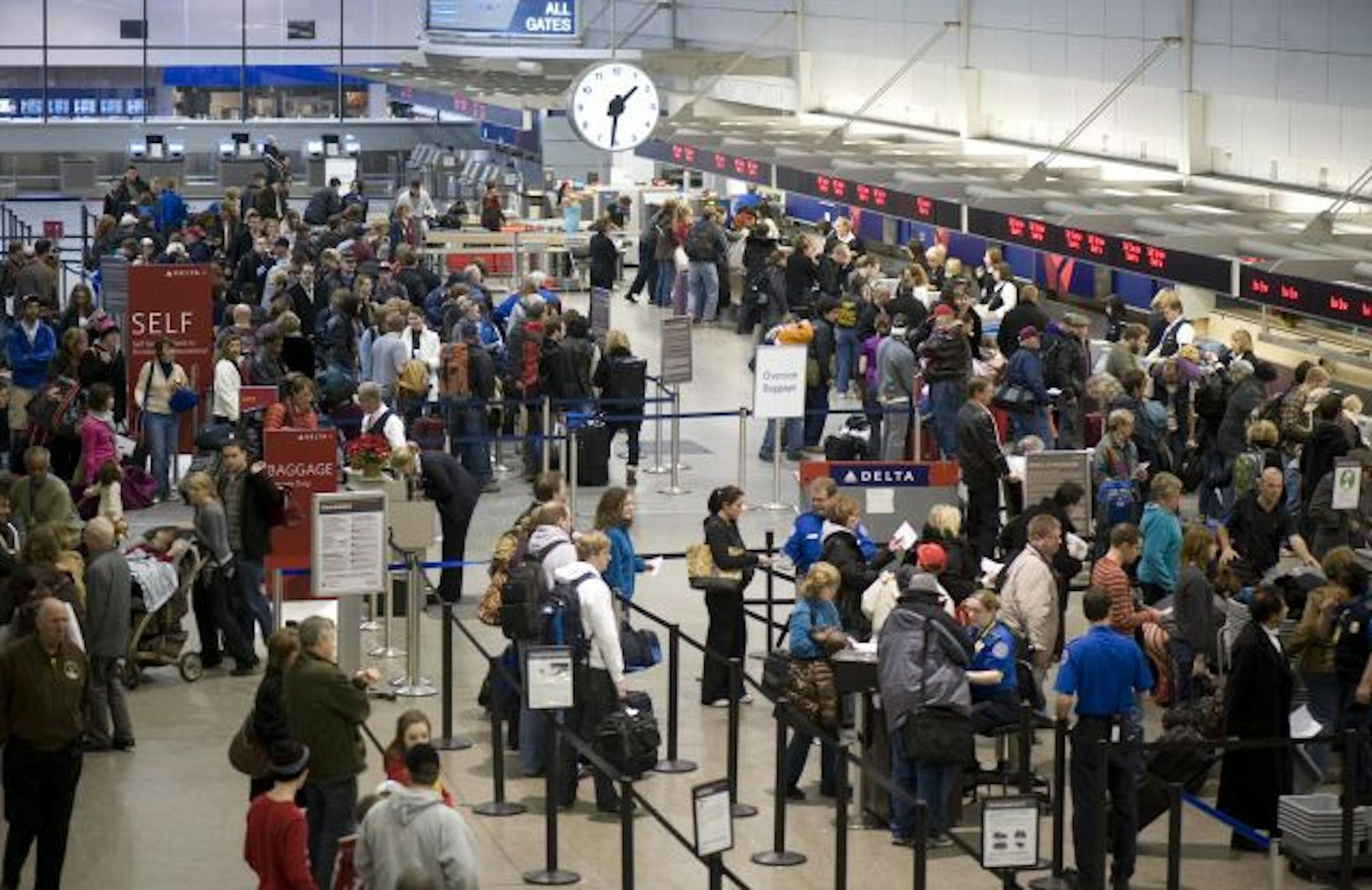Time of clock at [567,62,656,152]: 1:31
